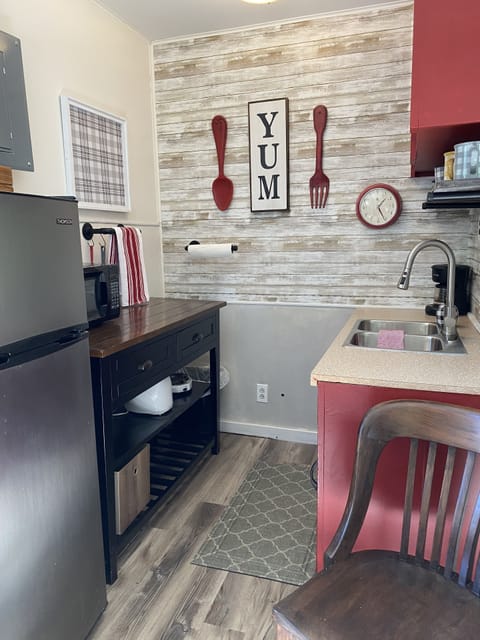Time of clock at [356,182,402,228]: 1:26
